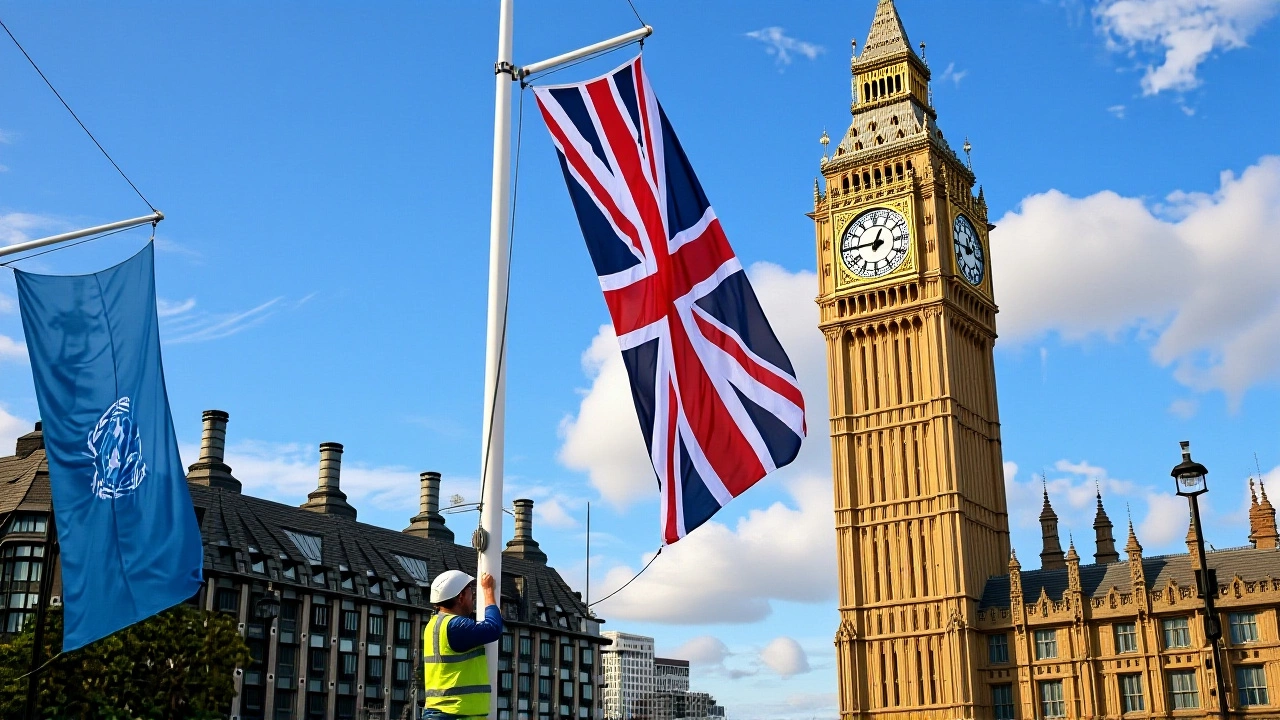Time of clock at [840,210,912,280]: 12:45
